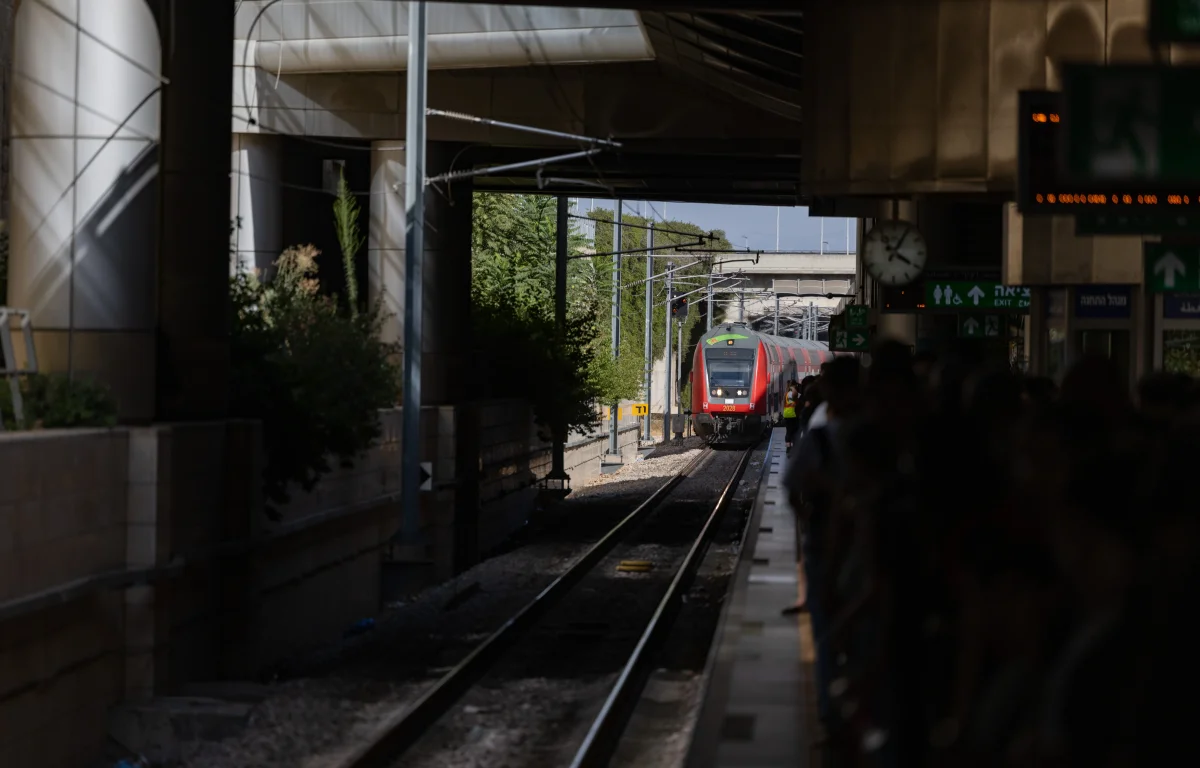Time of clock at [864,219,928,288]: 4:04
